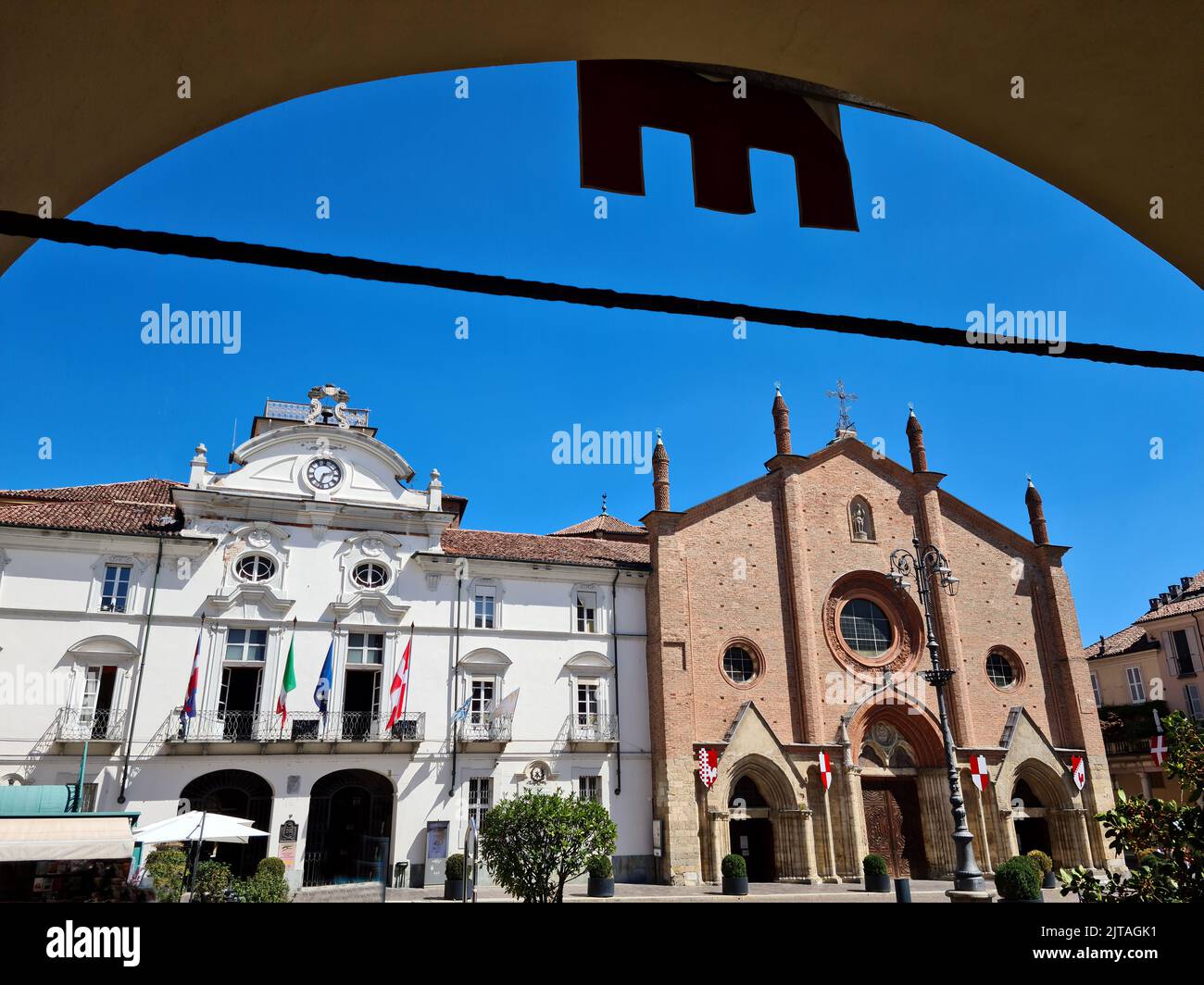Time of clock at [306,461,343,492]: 2:33
